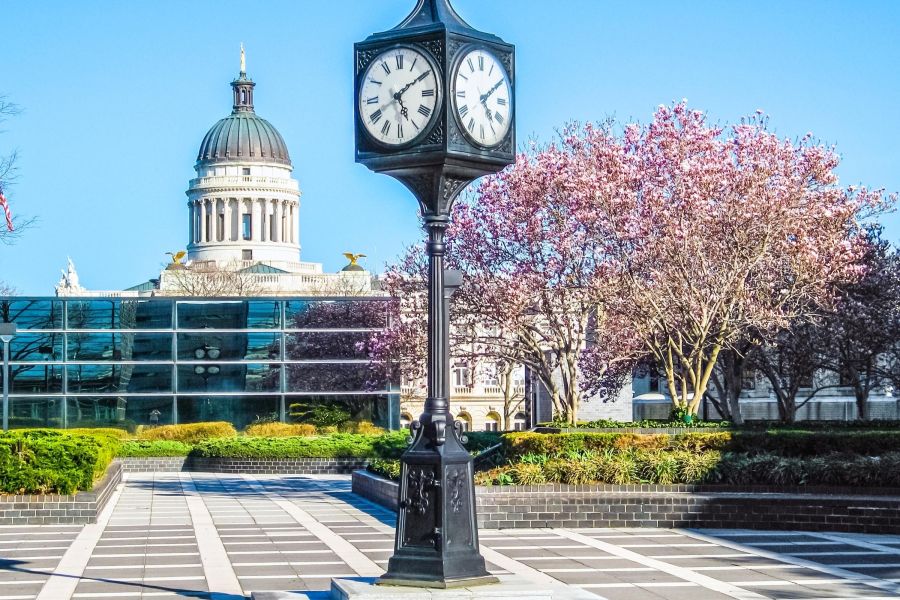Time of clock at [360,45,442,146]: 5:09
